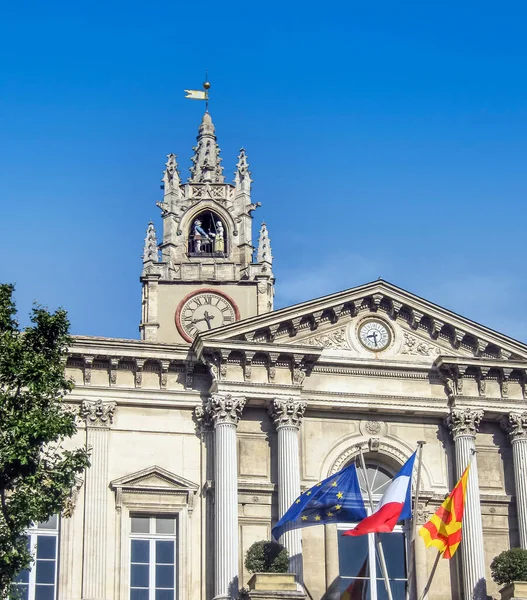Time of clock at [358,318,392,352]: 8:28
